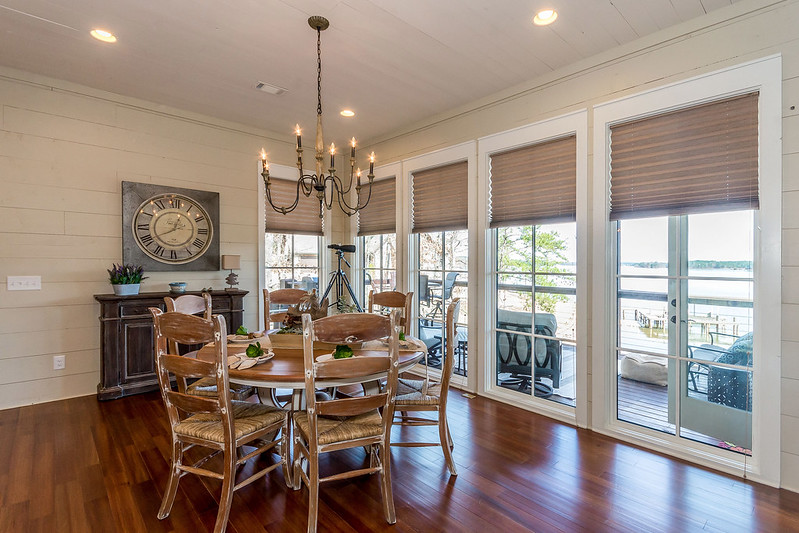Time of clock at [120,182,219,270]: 12:40
